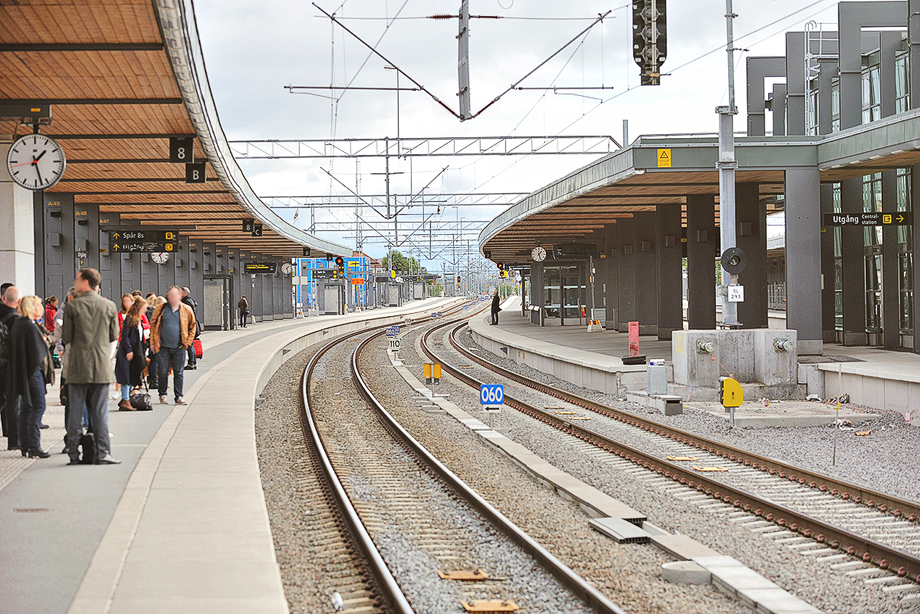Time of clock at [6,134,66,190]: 1:27
